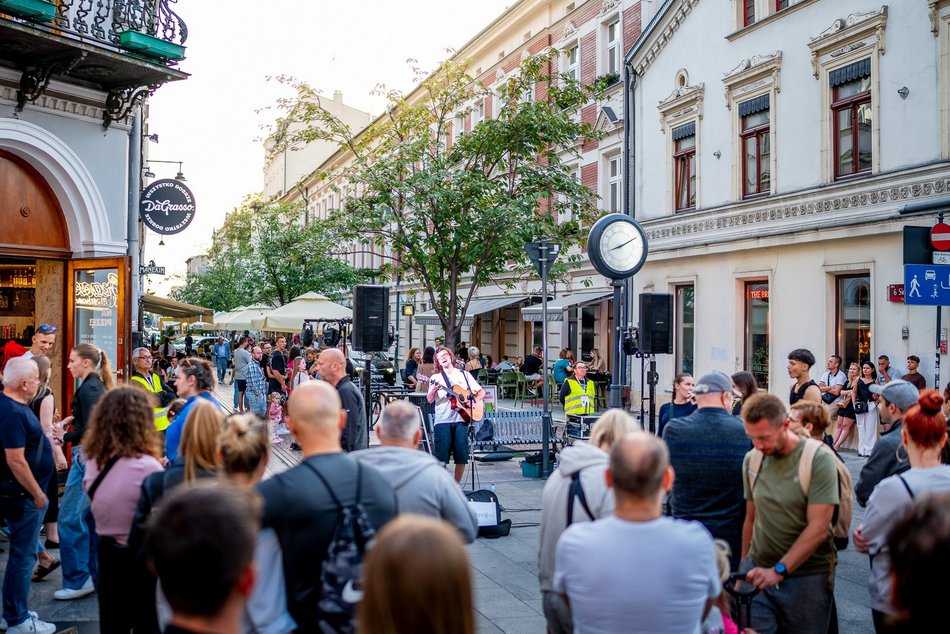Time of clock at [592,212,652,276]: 8:10
